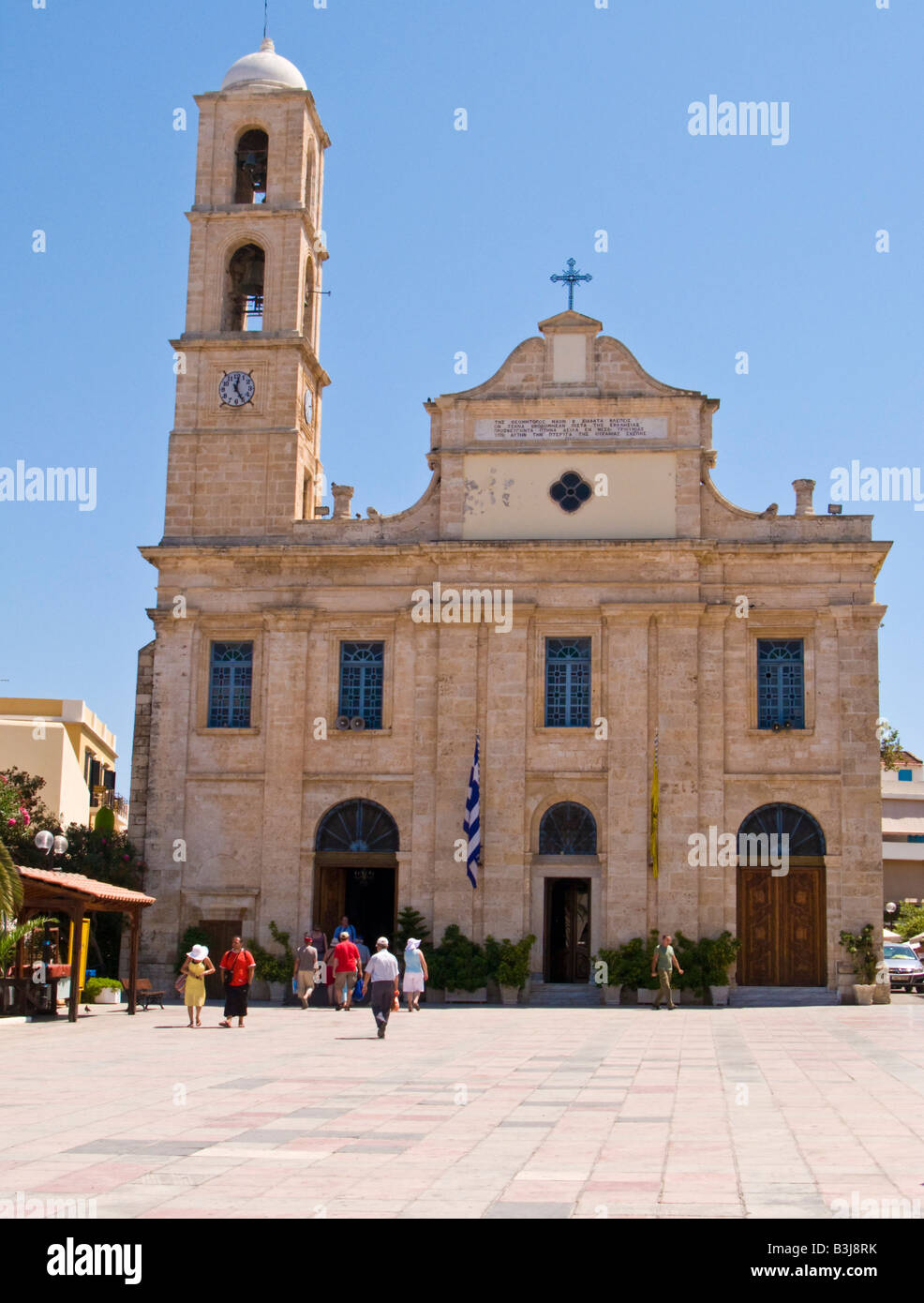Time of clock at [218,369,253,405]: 12:25
